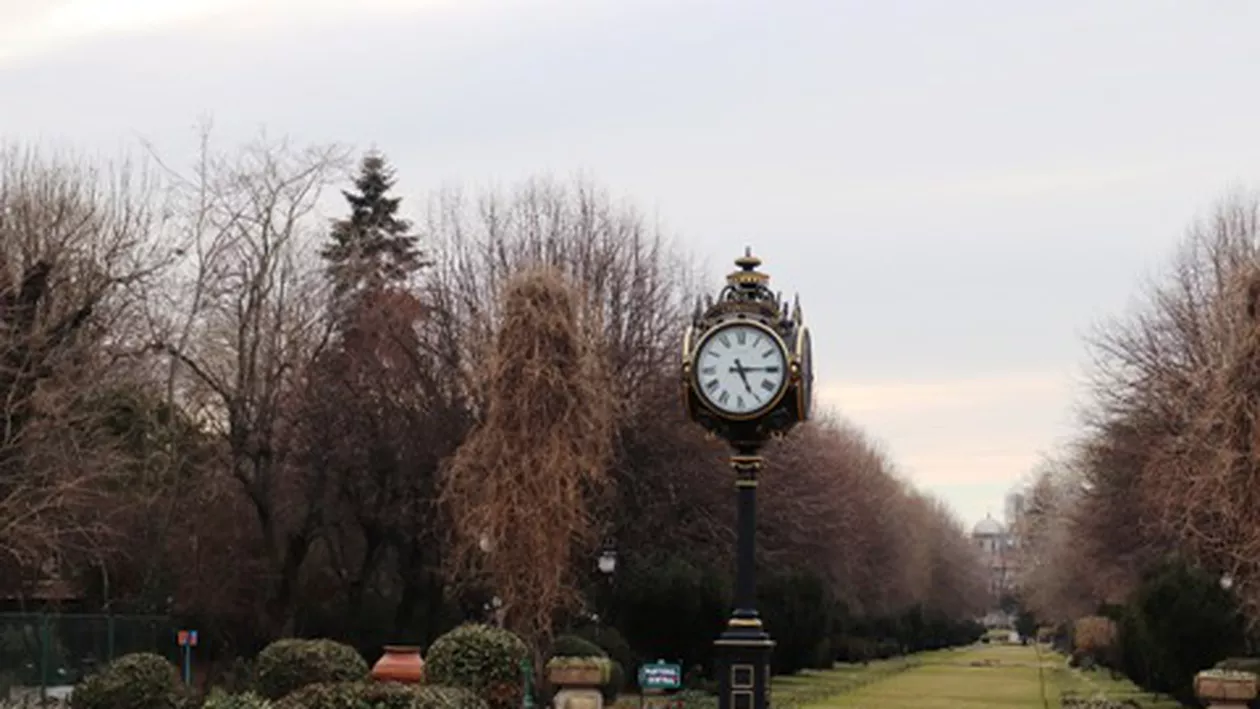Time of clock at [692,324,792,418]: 5:14
